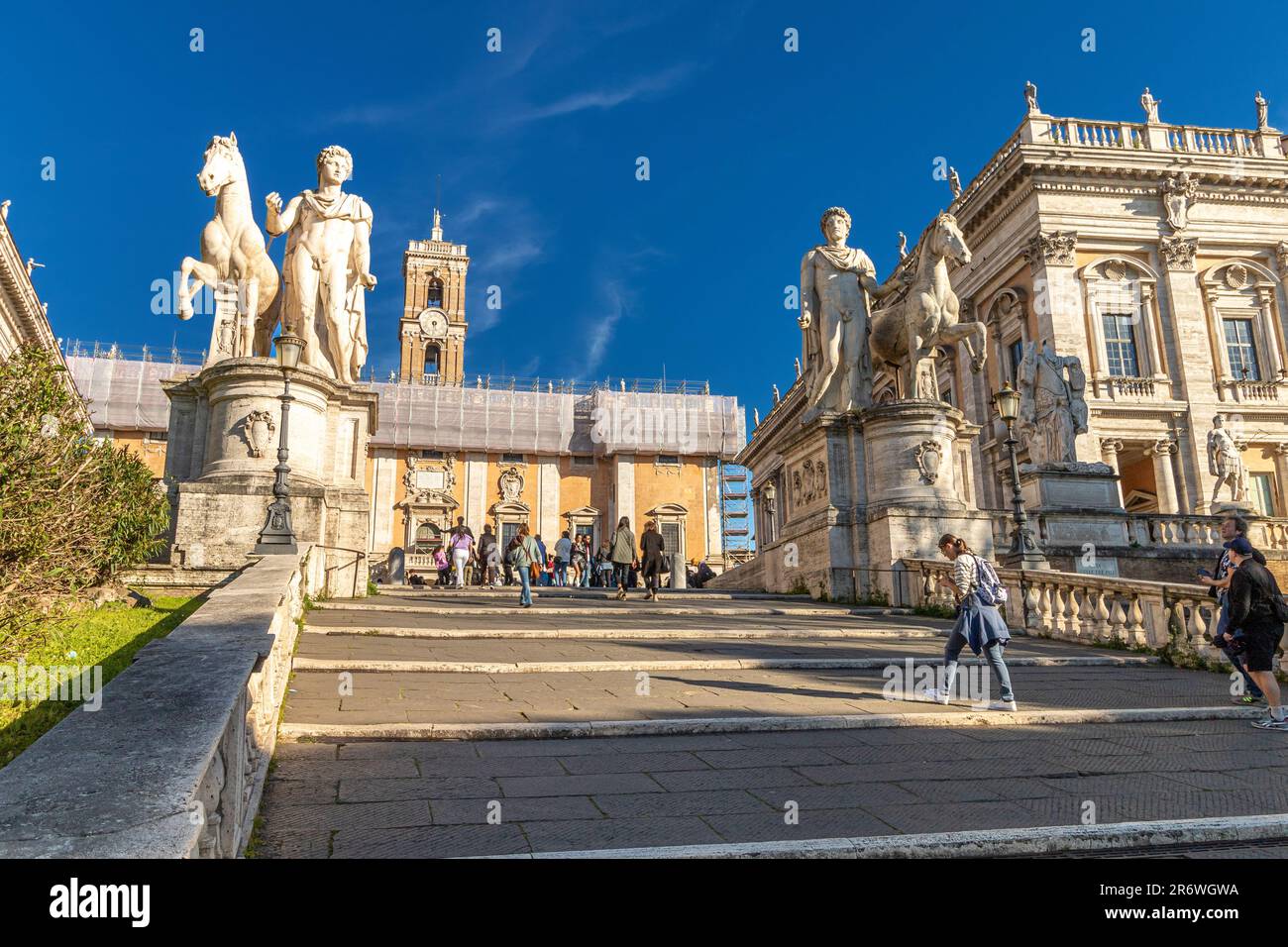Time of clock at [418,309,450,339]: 5:30
